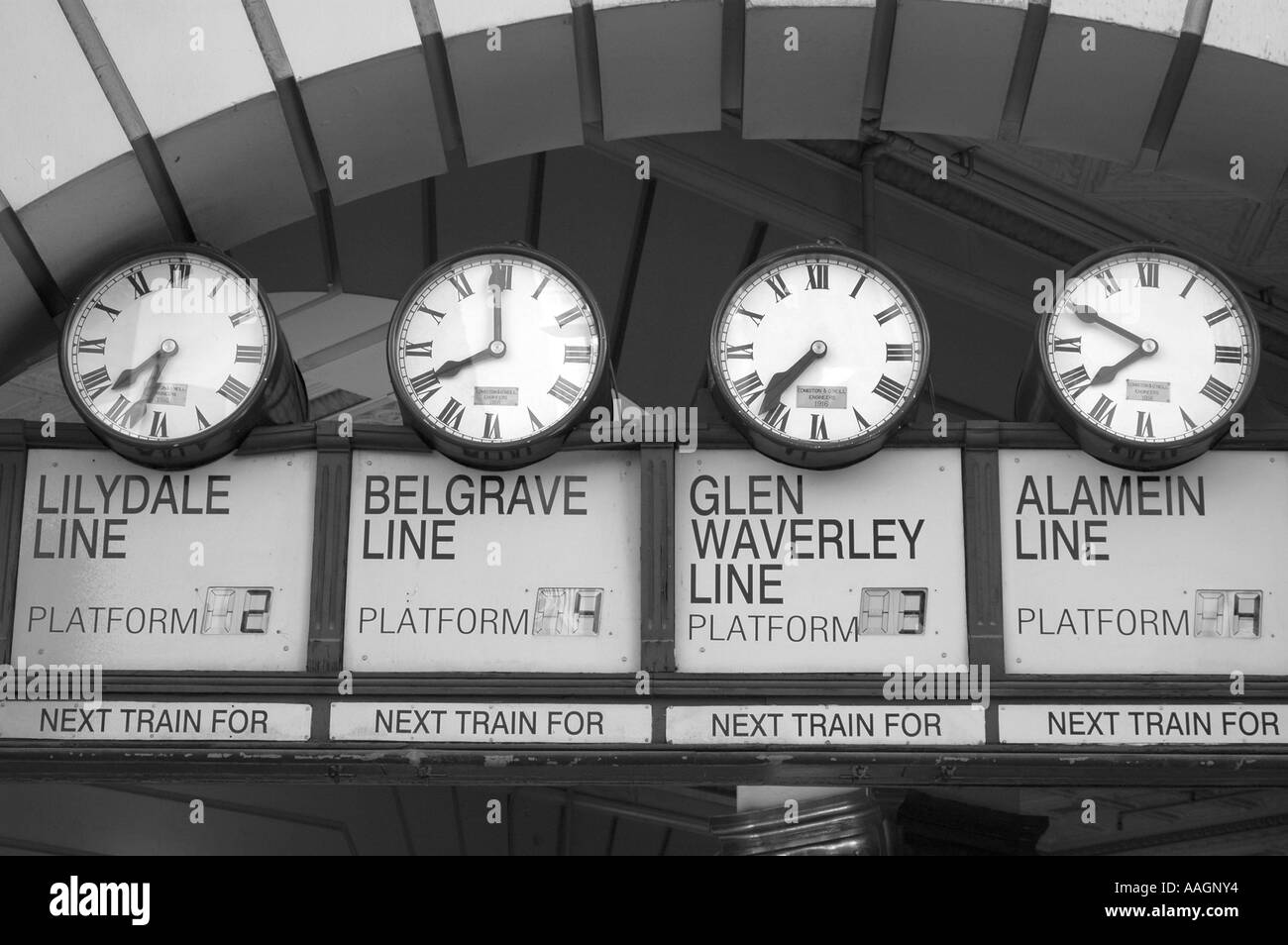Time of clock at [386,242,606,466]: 7:59
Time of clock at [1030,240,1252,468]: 7:49
